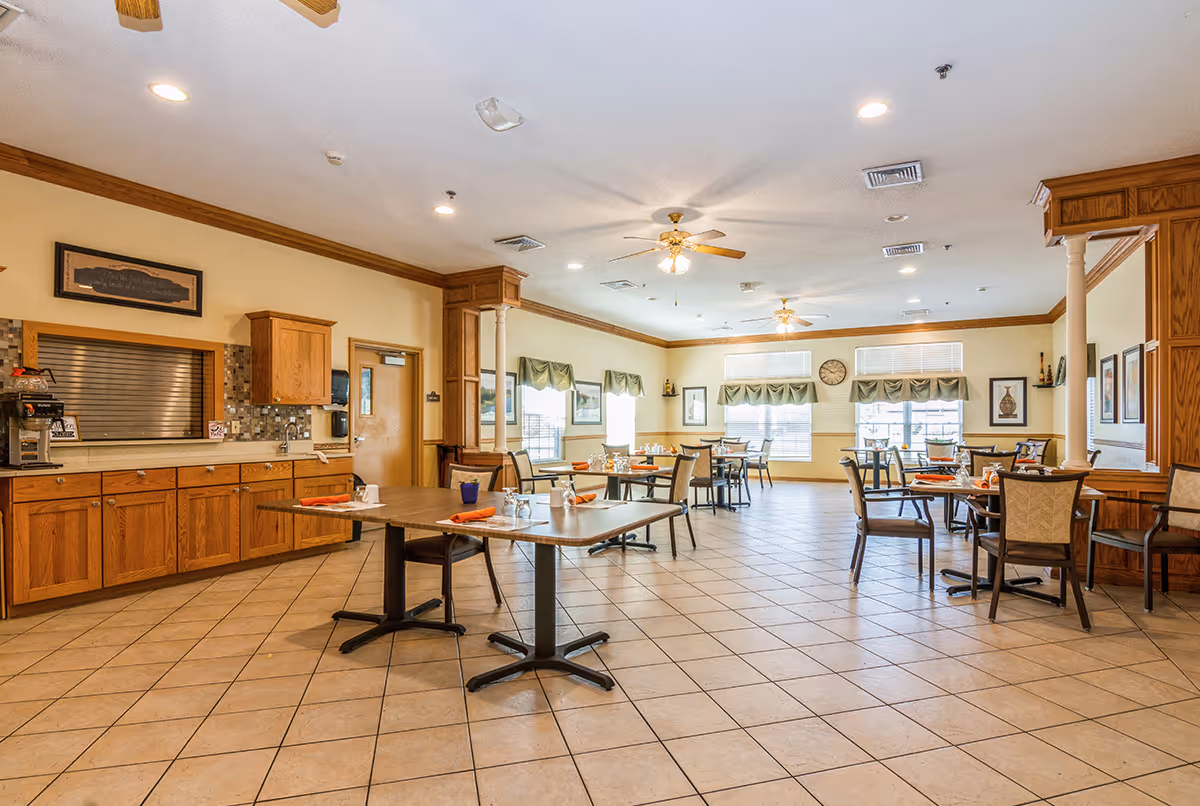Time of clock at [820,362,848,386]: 10:12
